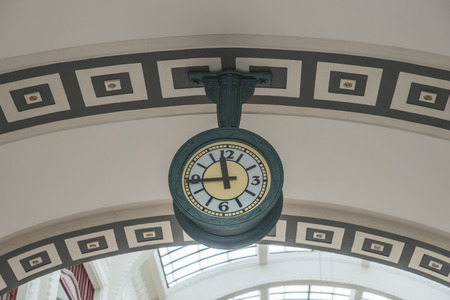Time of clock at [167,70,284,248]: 11:43
